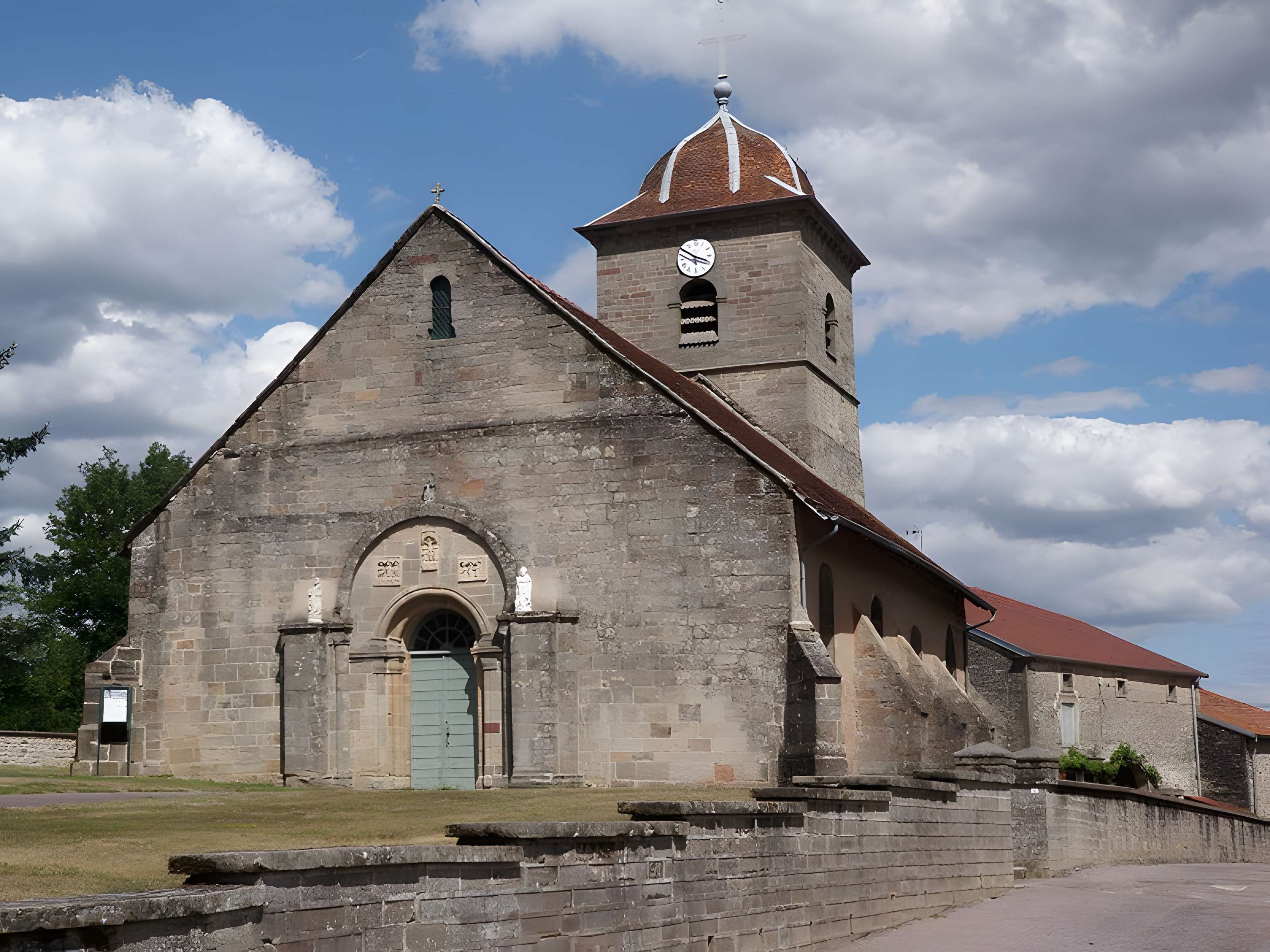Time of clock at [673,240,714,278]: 3:50
